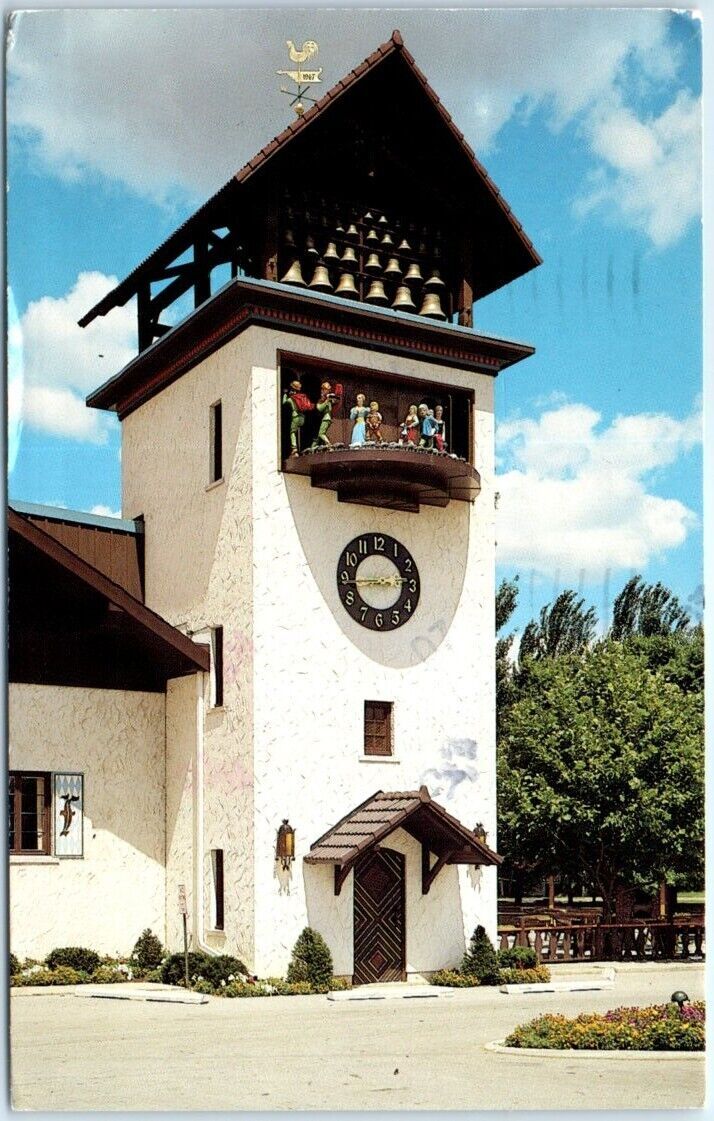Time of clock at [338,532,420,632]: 8:44
